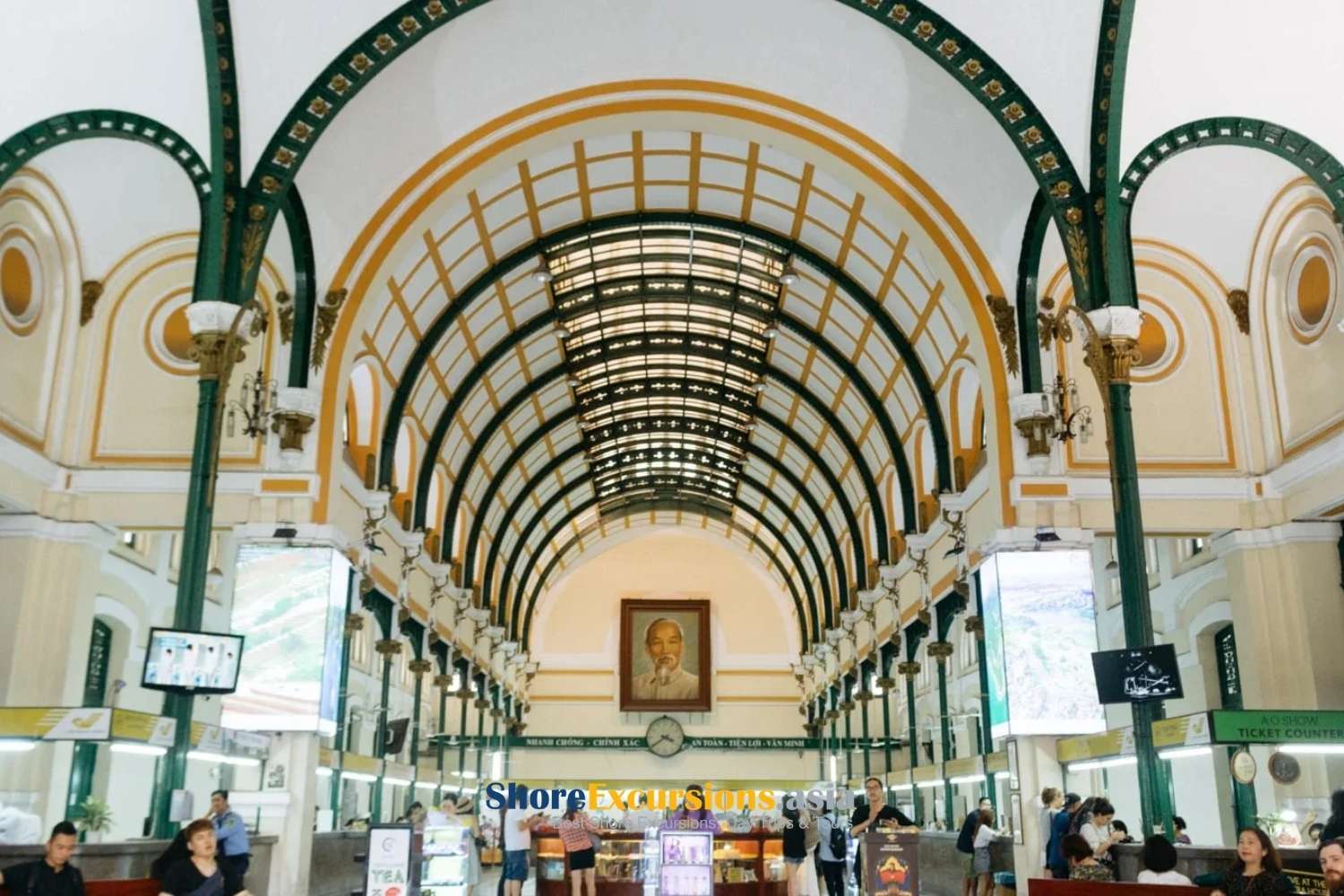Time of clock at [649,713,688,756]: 3:39
